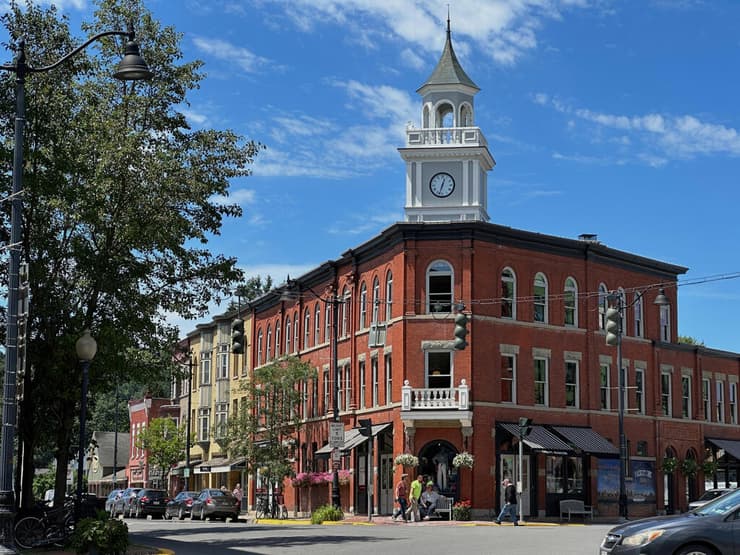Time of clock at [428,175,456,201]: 12:32
